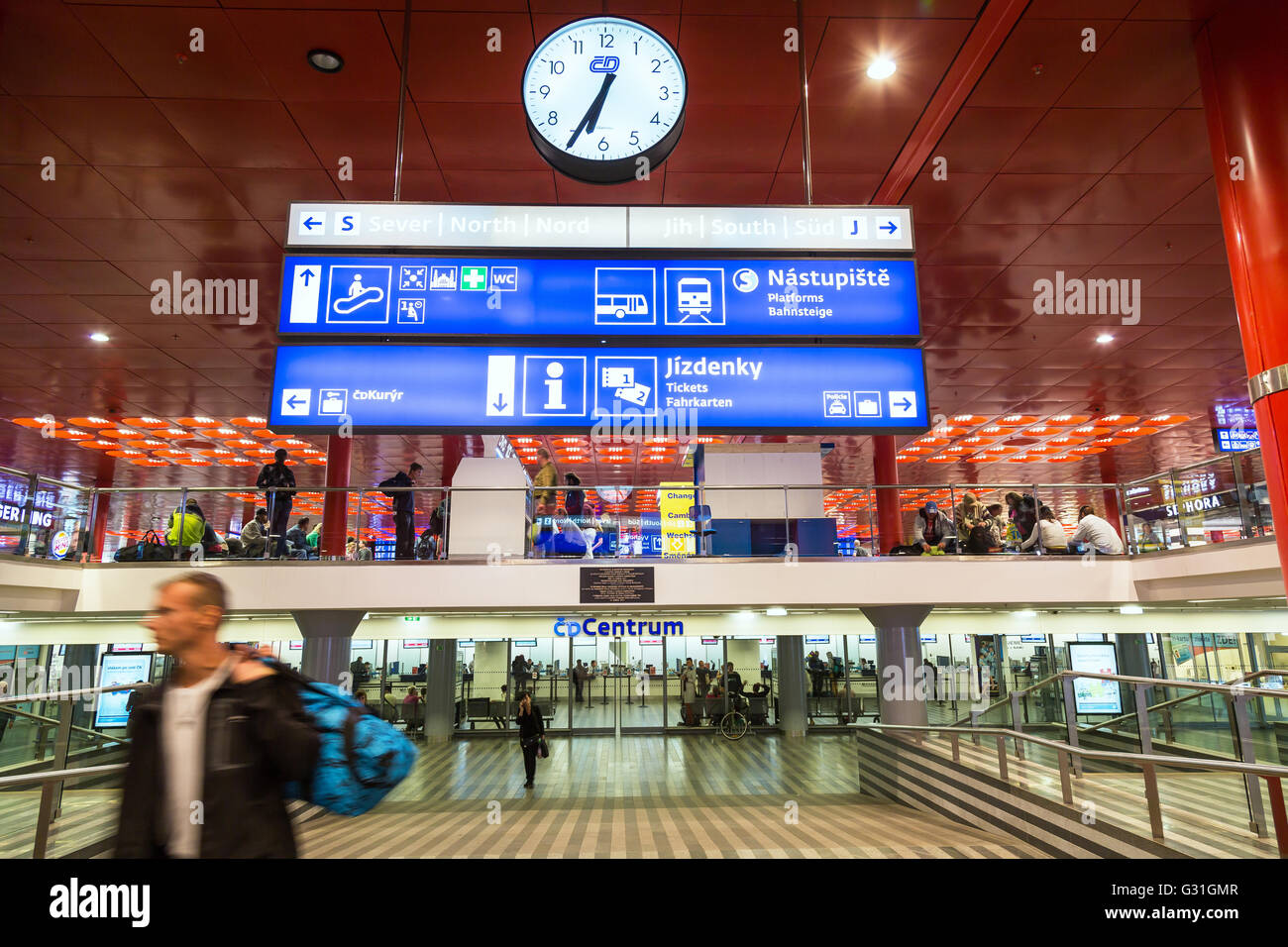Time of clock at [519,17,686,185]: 6:34
